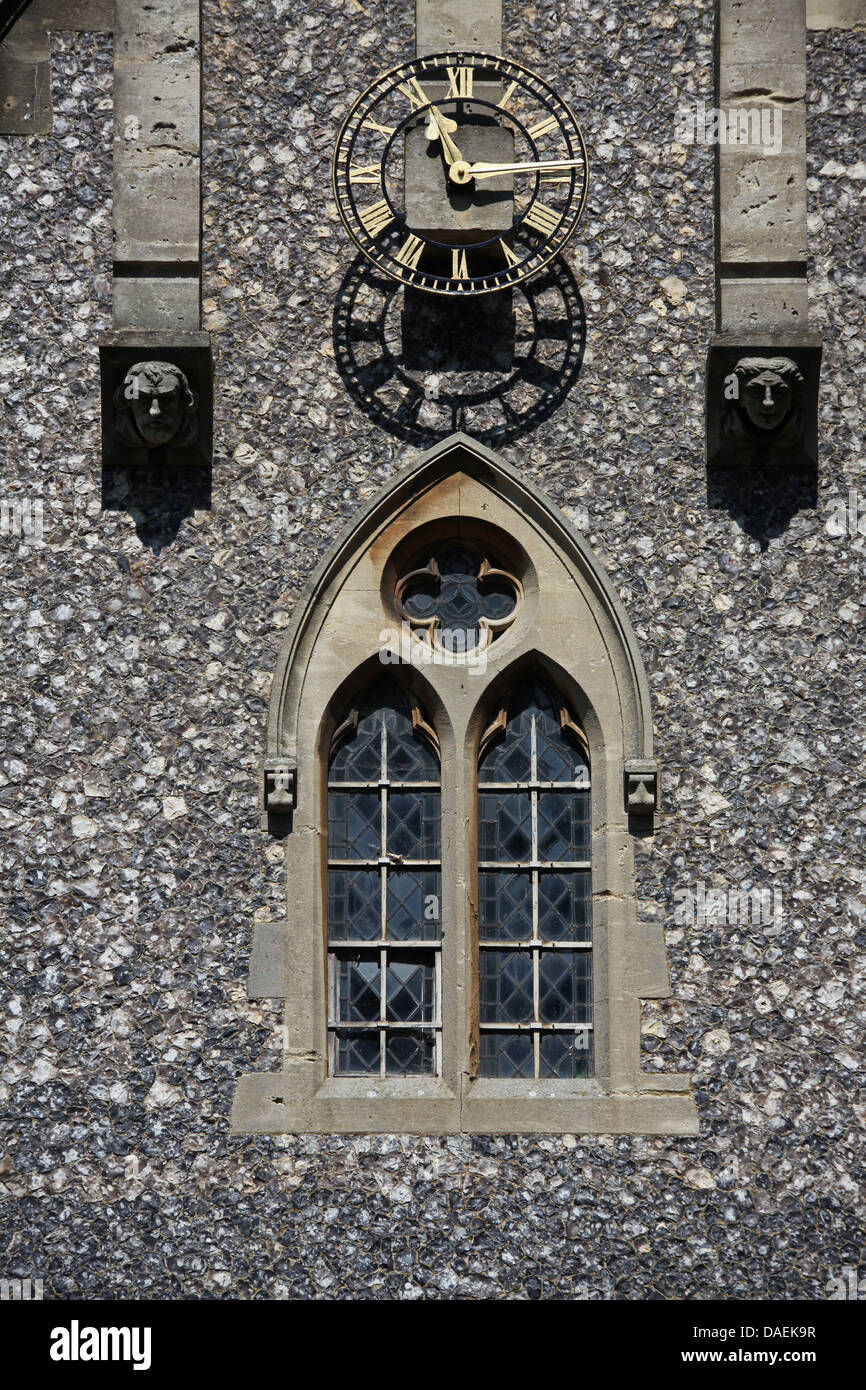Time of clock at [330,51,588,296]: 11:14
